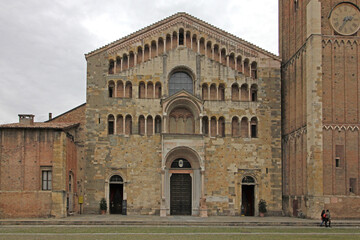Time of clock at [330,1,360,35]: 2:35
